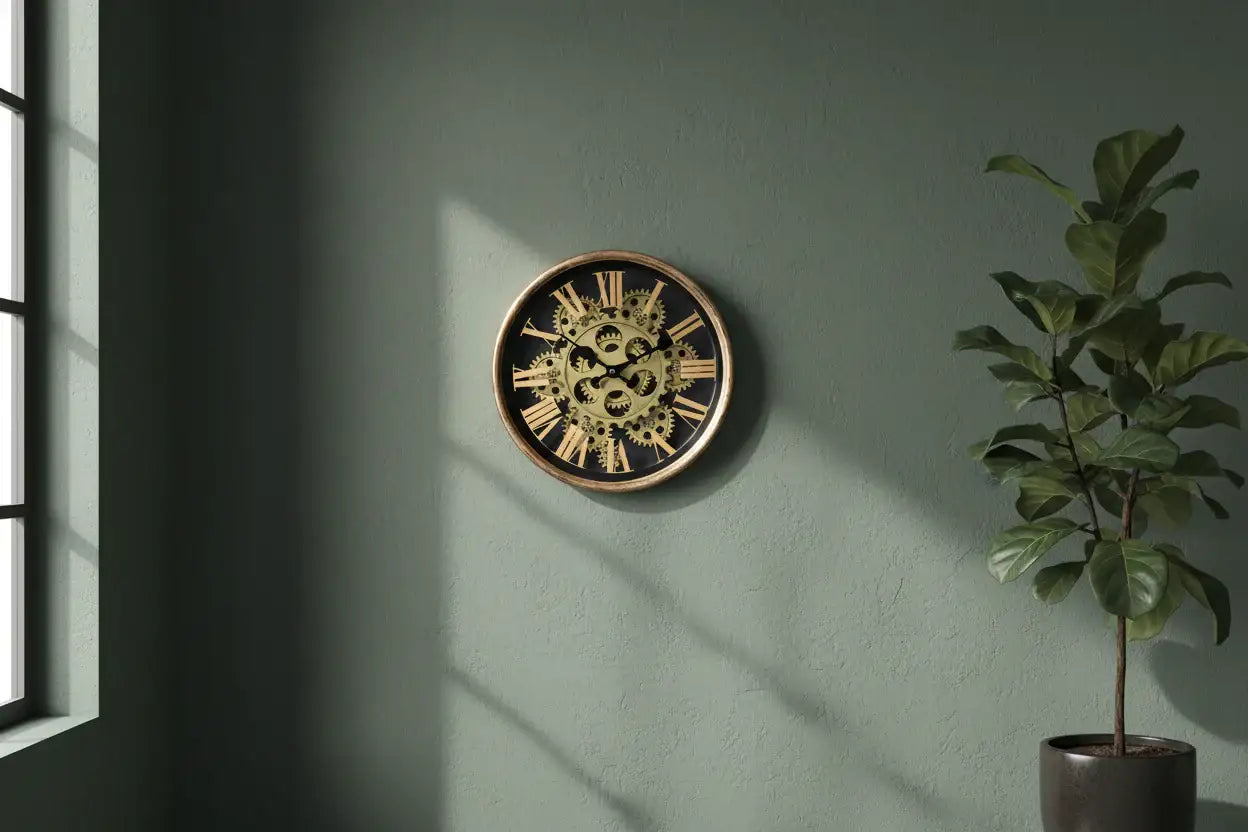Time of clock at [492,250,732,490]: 1:50
